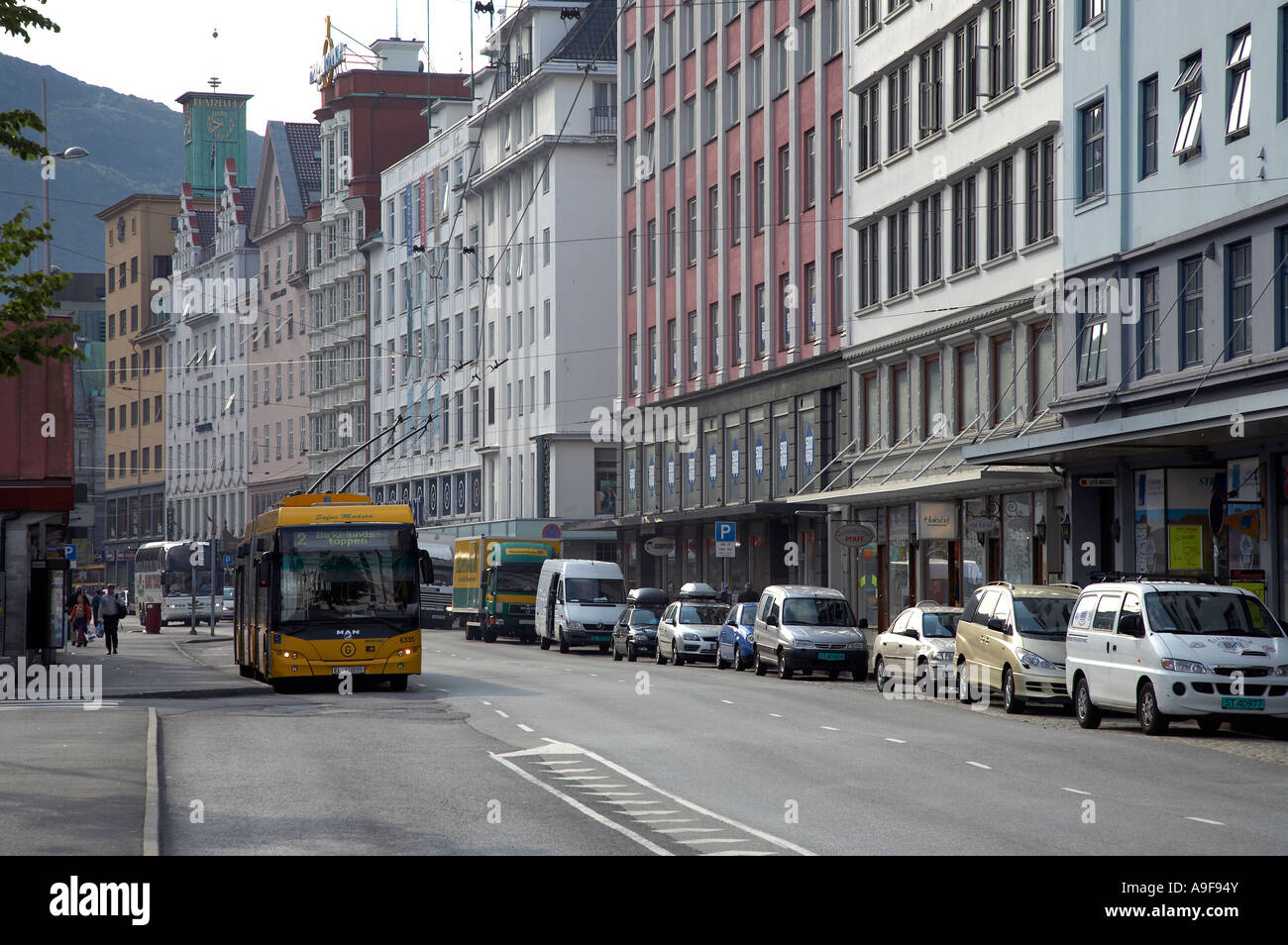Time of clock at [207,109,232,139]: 8:38
